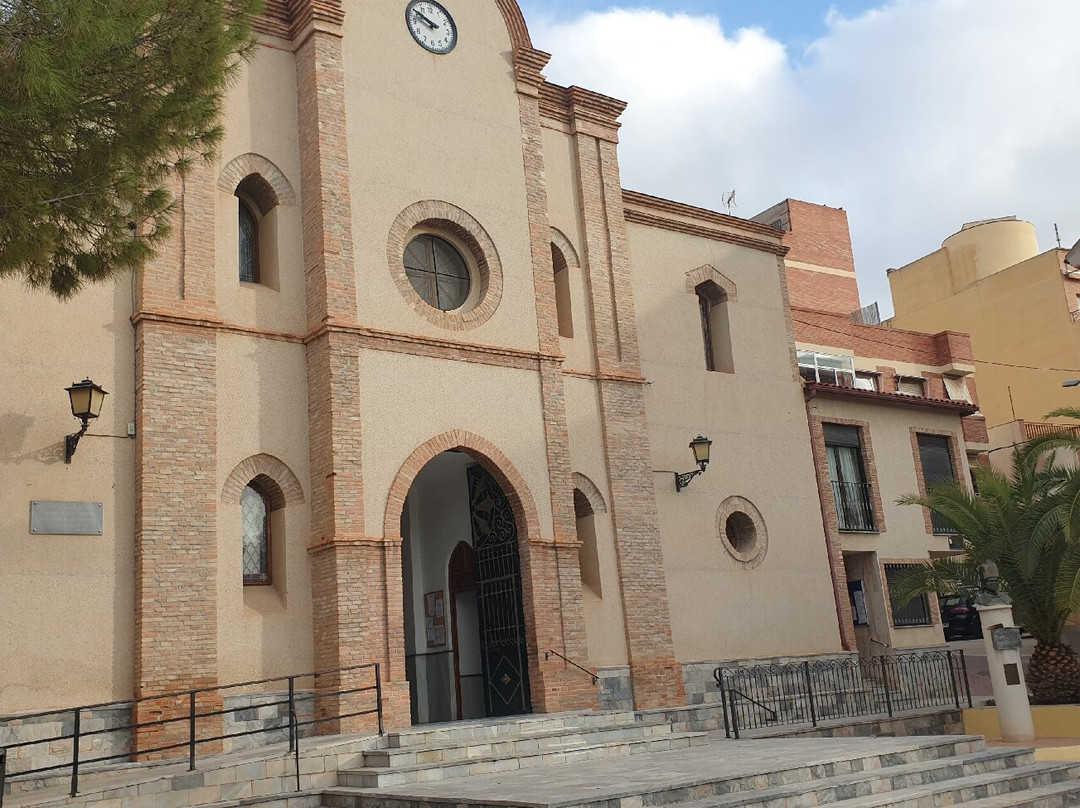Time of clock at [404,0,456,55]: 9:50
